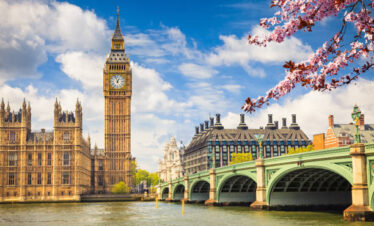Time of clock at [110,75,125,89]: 12:57
